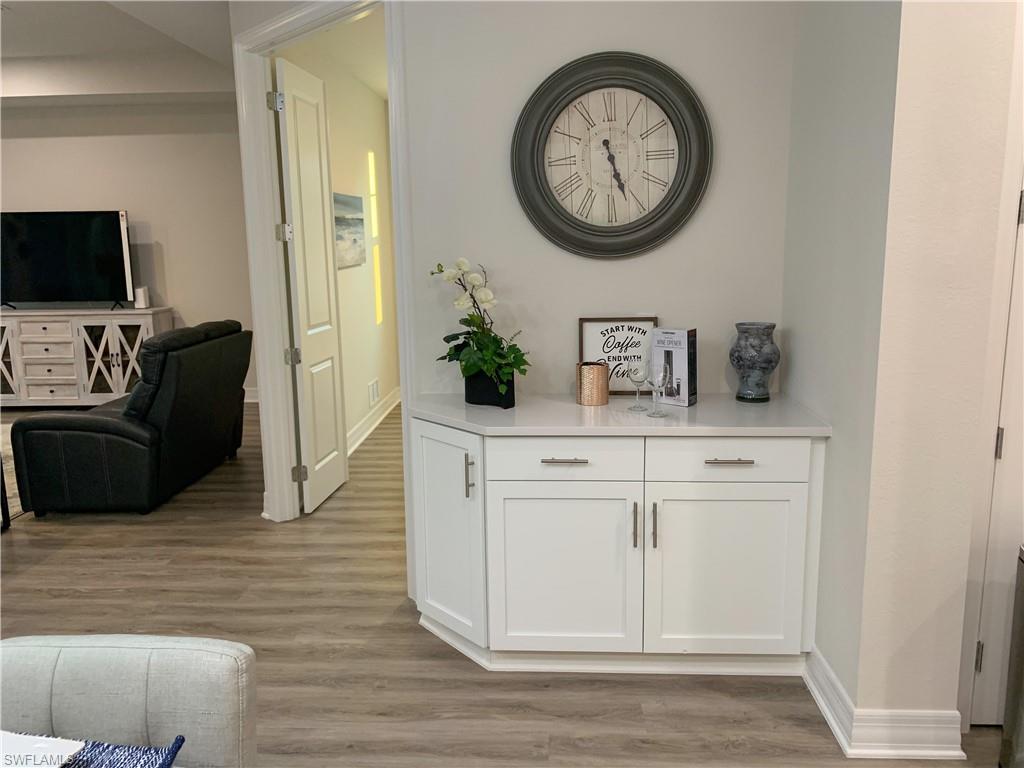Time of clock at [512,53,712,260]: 5:26
